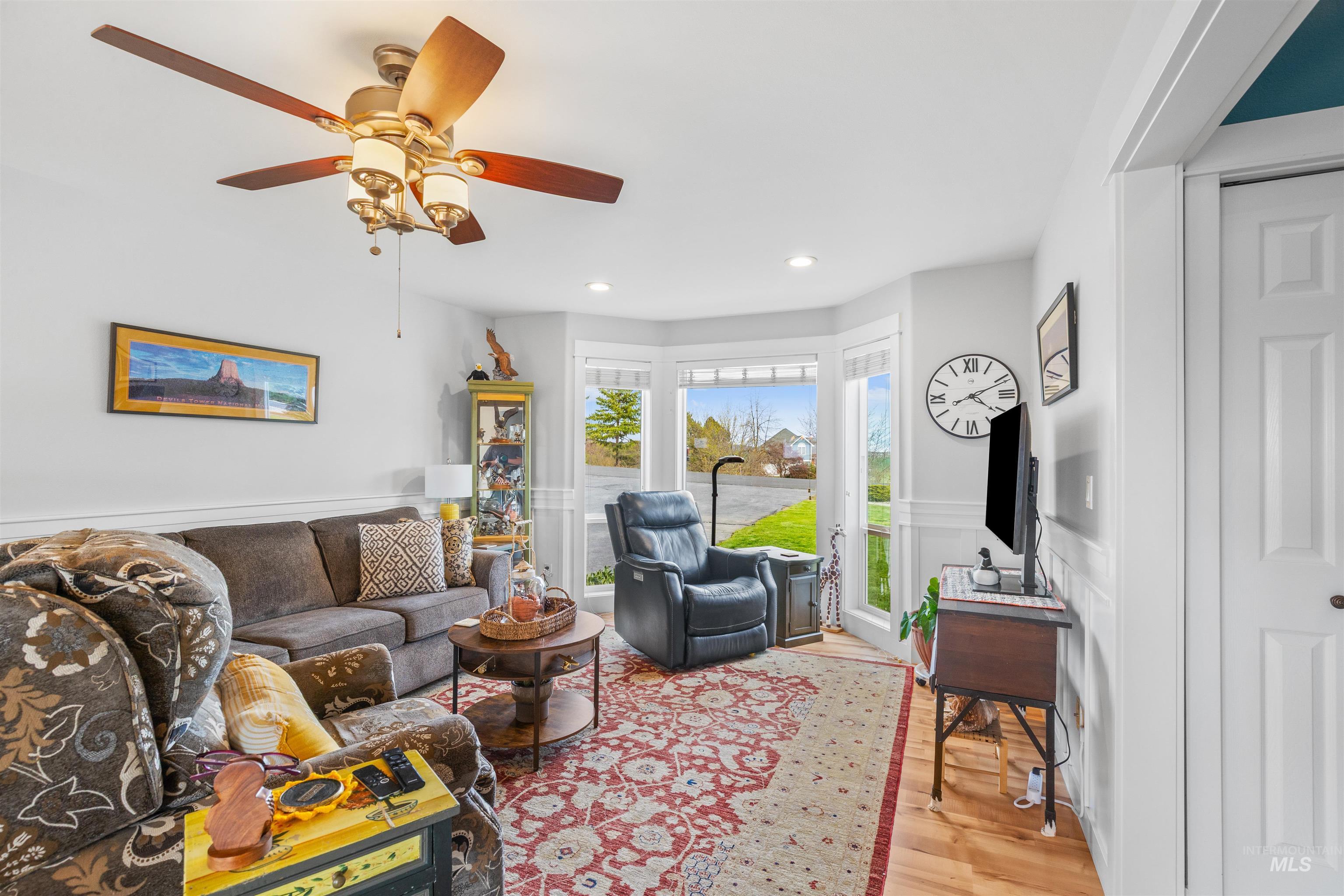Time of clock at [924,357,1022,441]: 4:10
